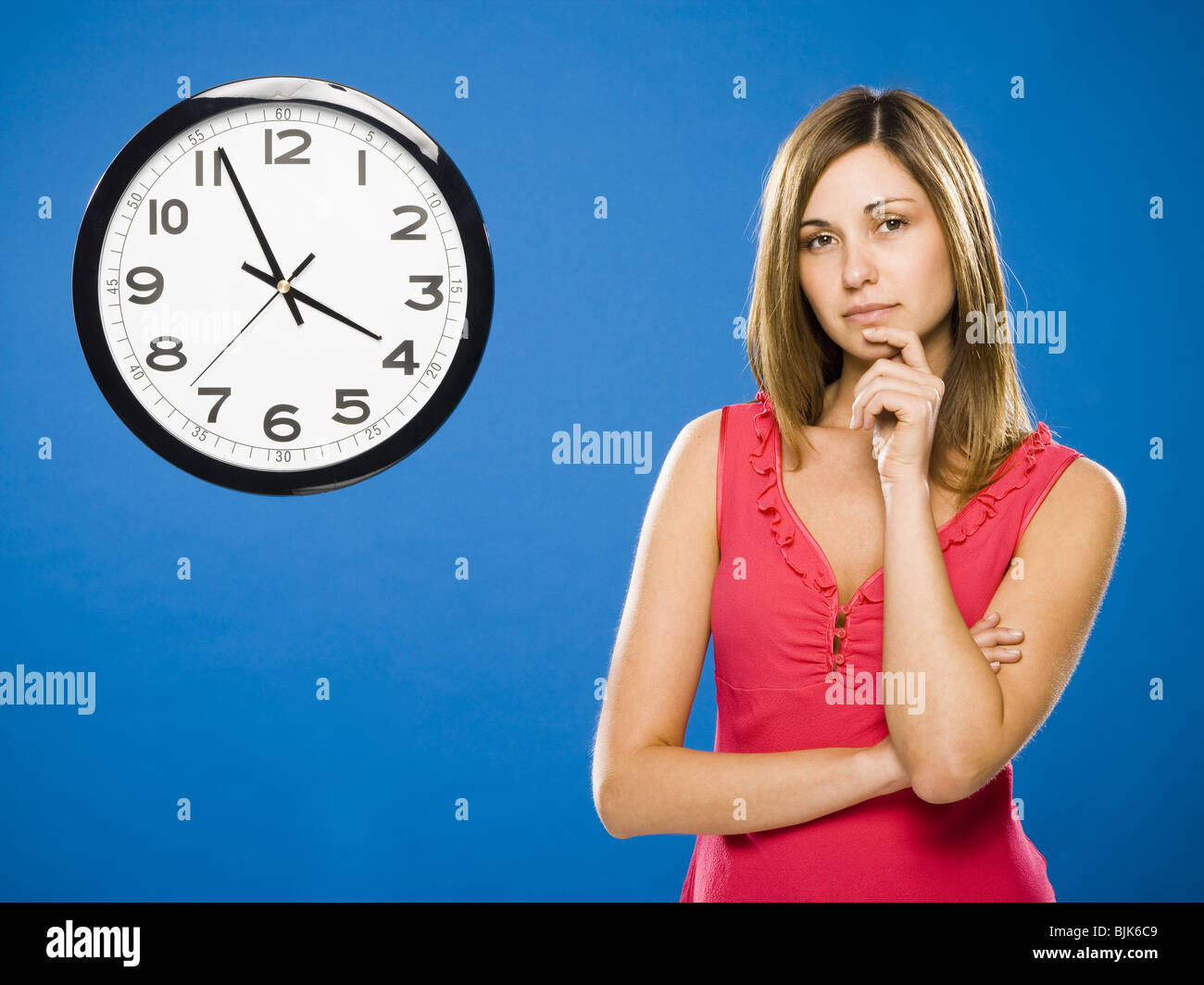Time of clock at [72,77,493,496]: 3:55
